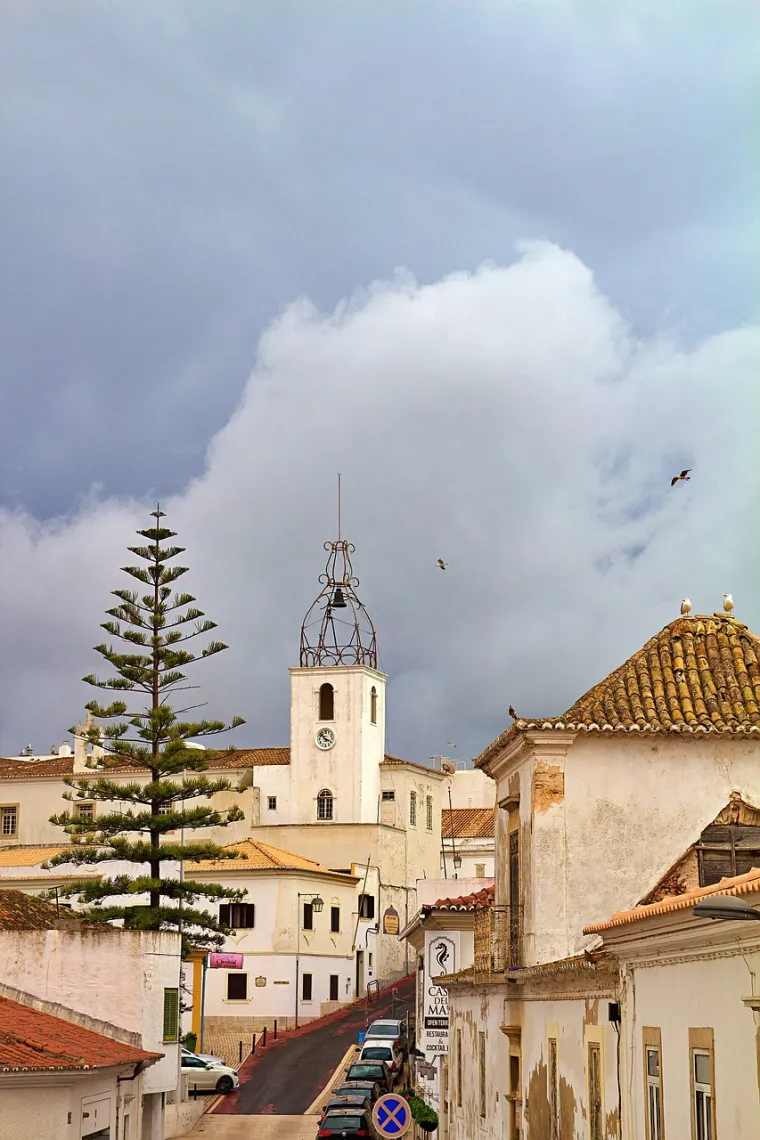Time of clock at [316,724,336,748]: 3:52
